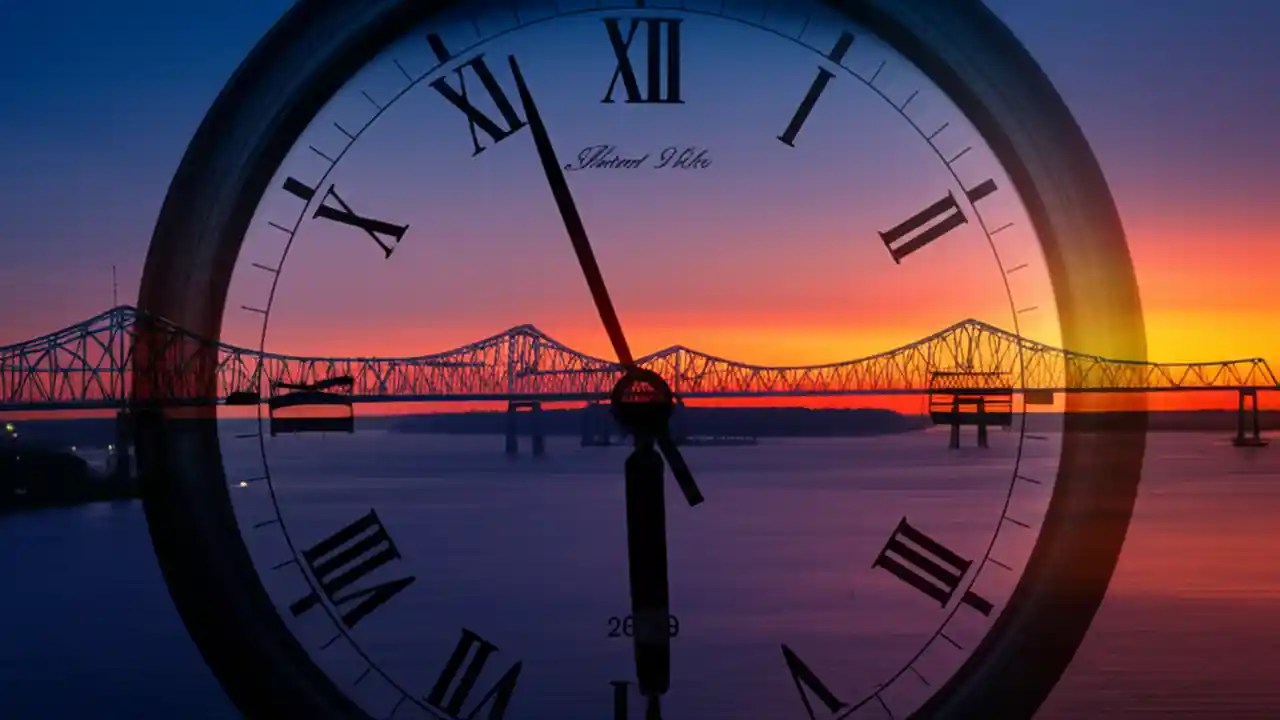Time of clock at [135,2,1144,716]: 5:56
